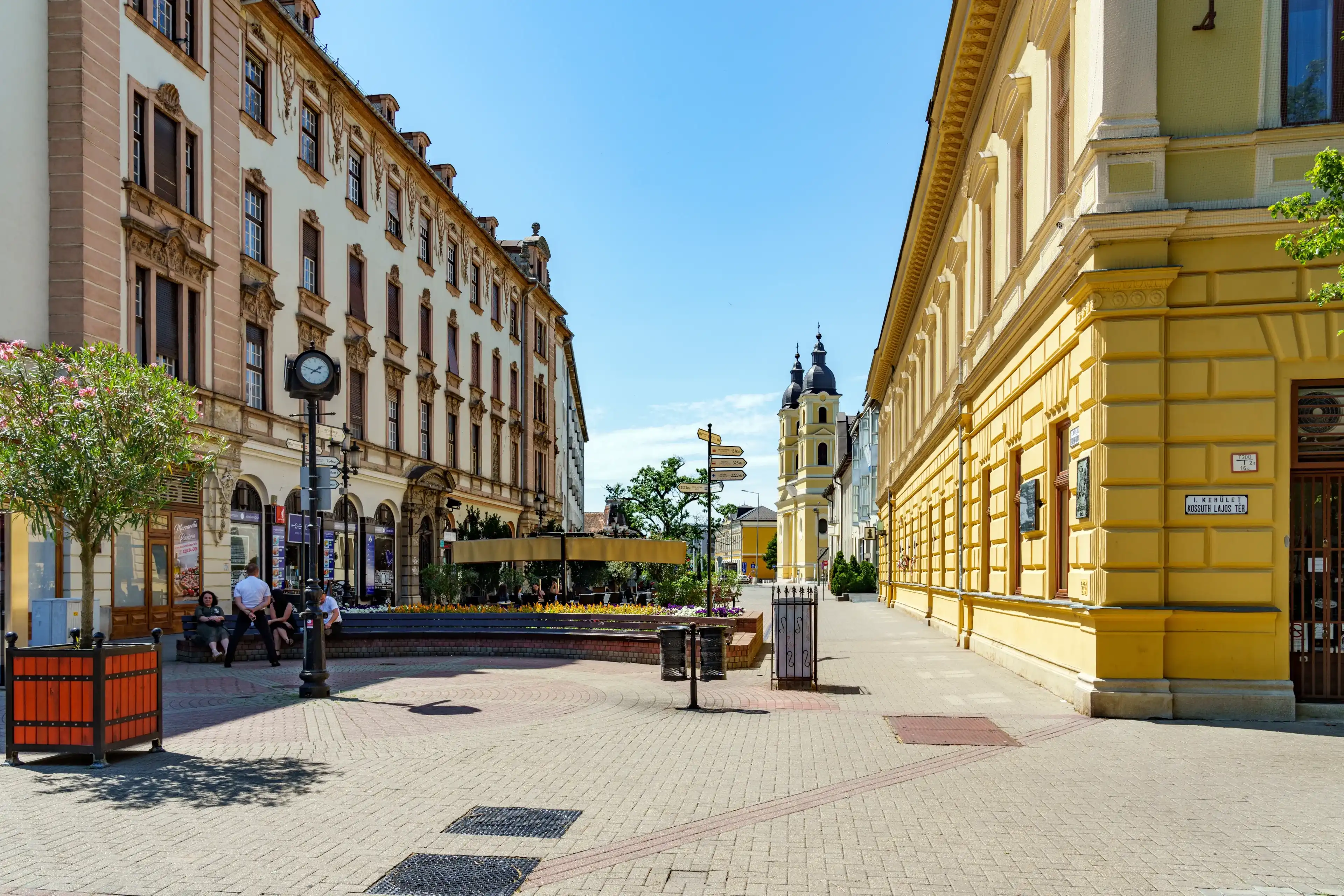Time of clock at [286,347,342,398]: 1:47
